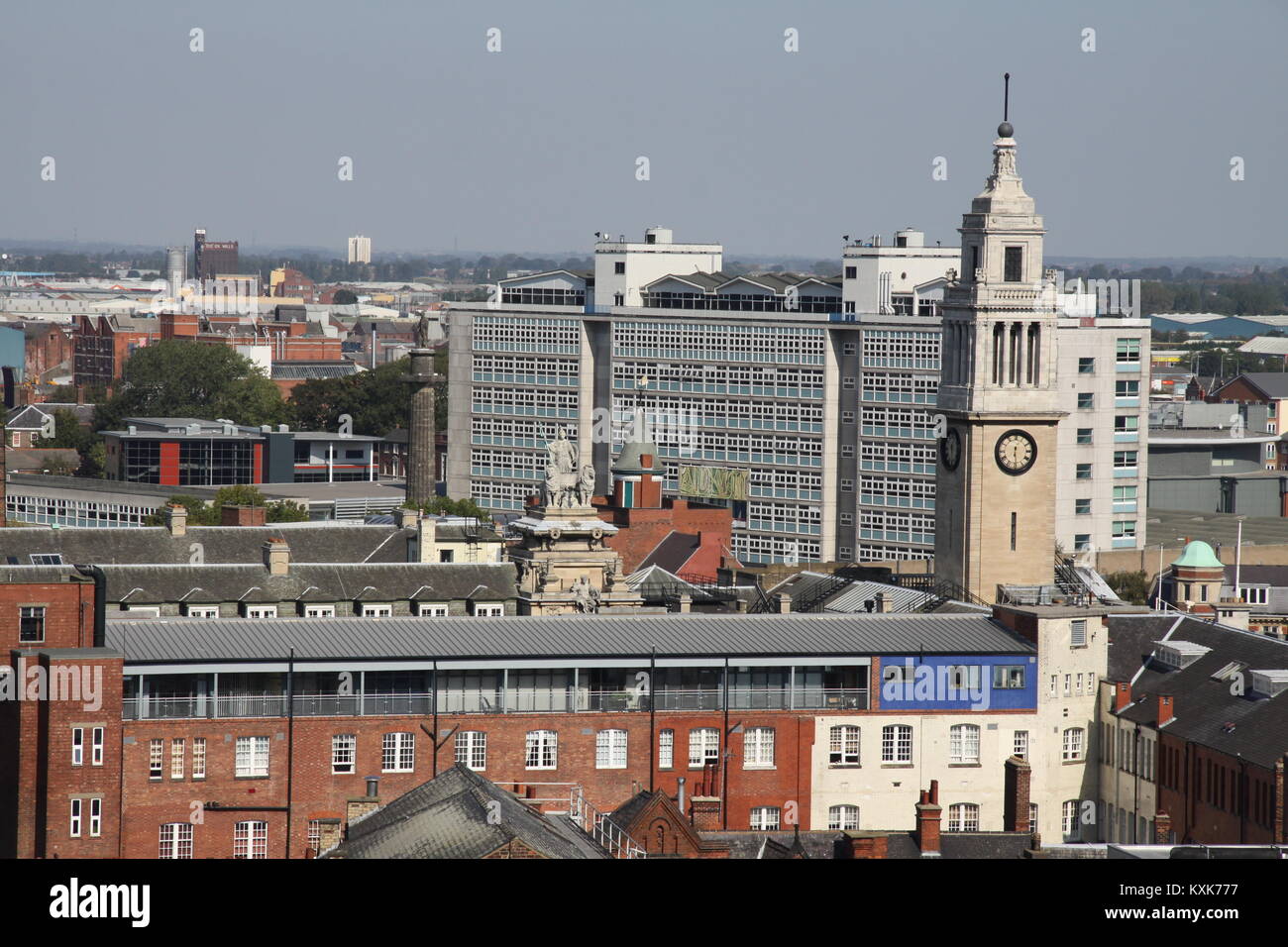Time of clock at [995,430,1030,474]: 6:29
